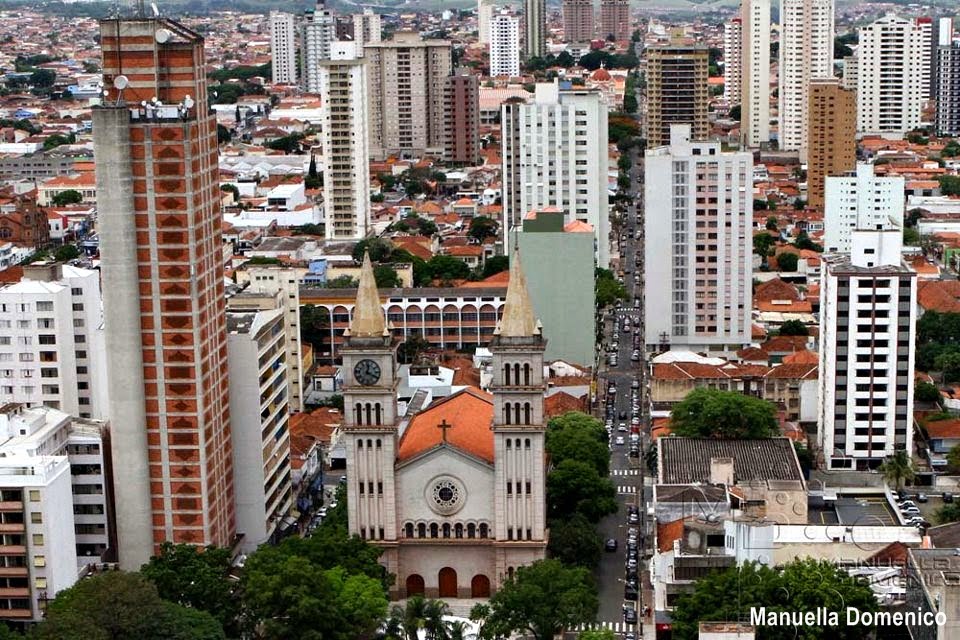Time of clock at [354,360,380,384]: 12:19
